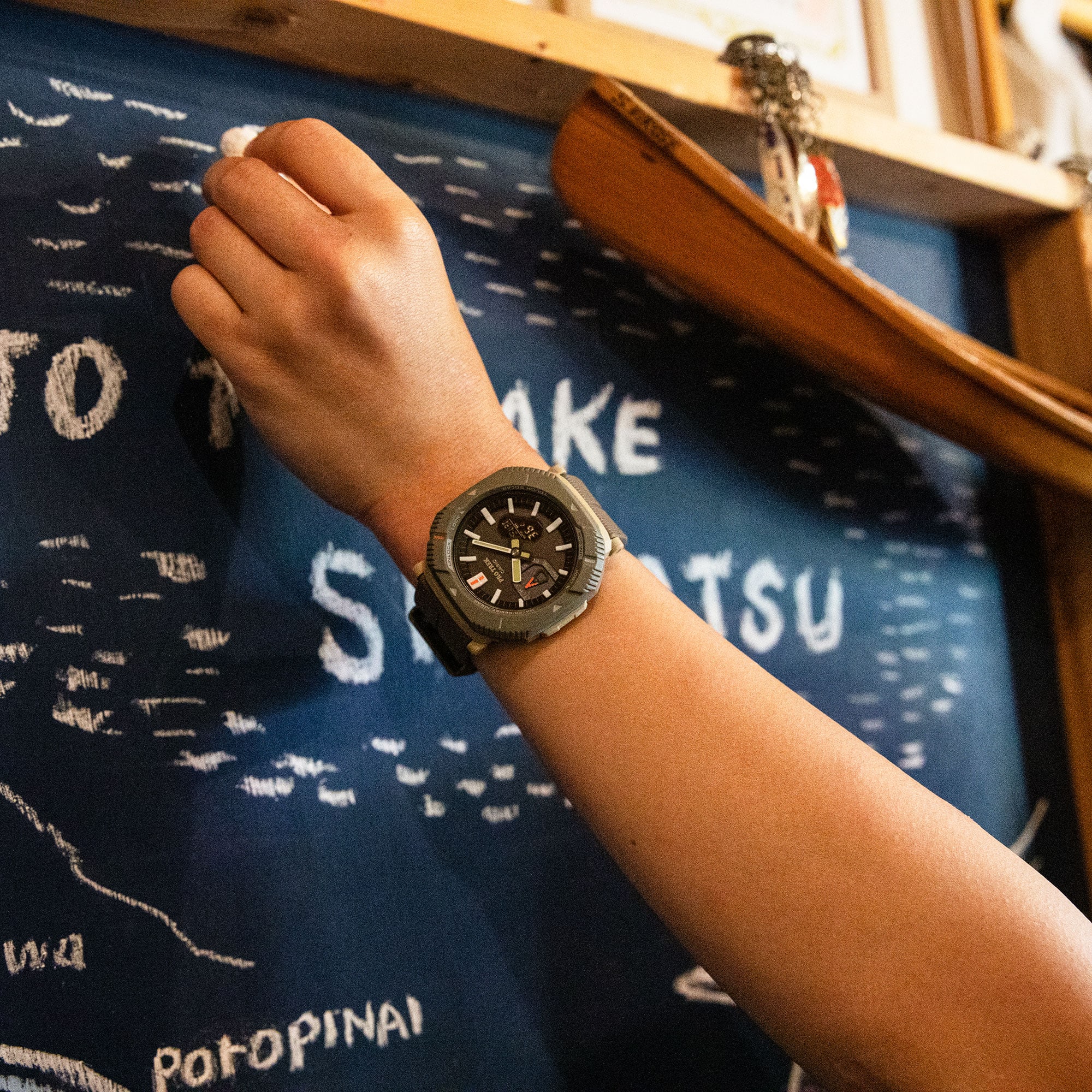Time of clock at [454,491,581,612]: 5:48
